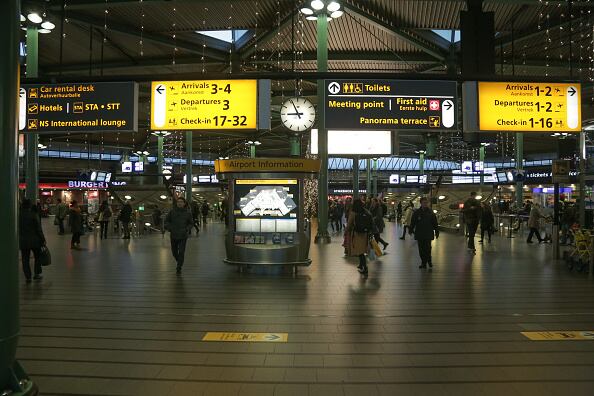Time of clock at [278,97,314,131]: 8:56
